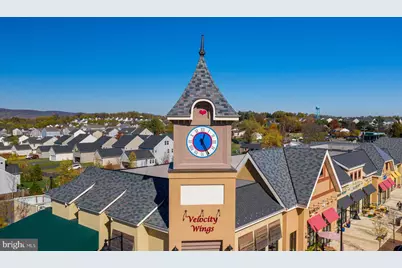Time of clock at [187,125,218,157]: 12:25
